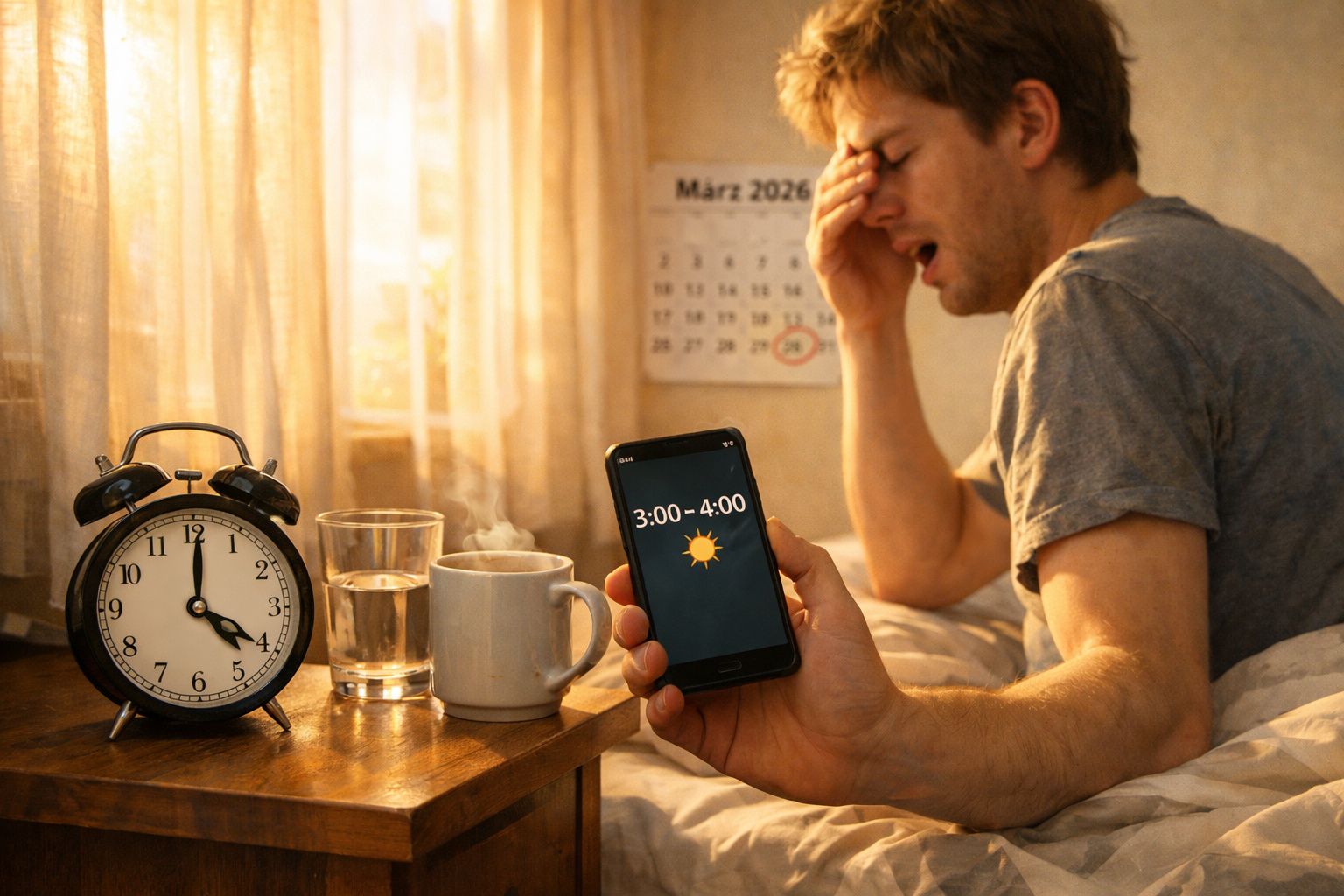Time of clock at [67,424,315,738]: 4:00
